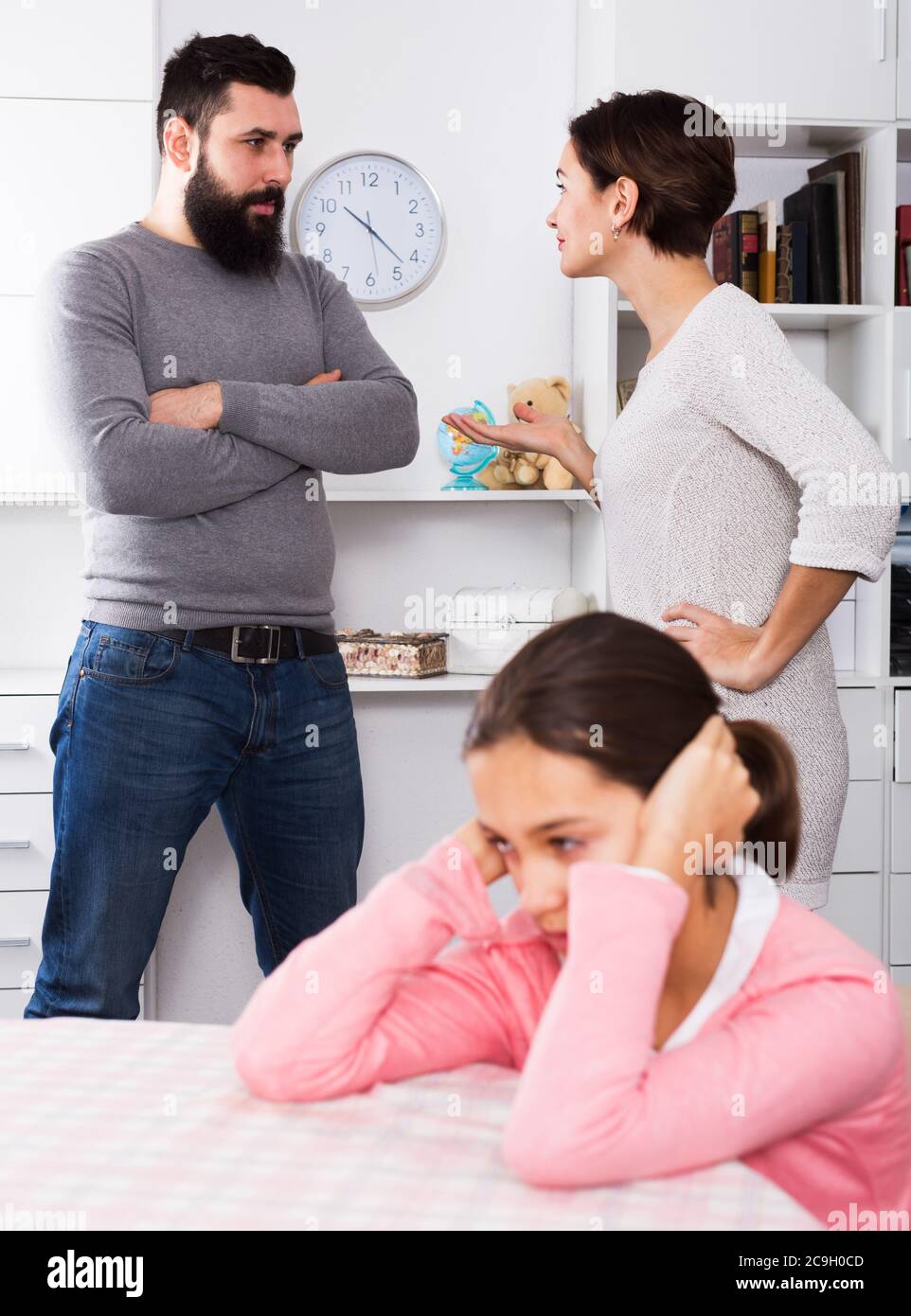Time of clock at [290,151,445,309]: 10:22
